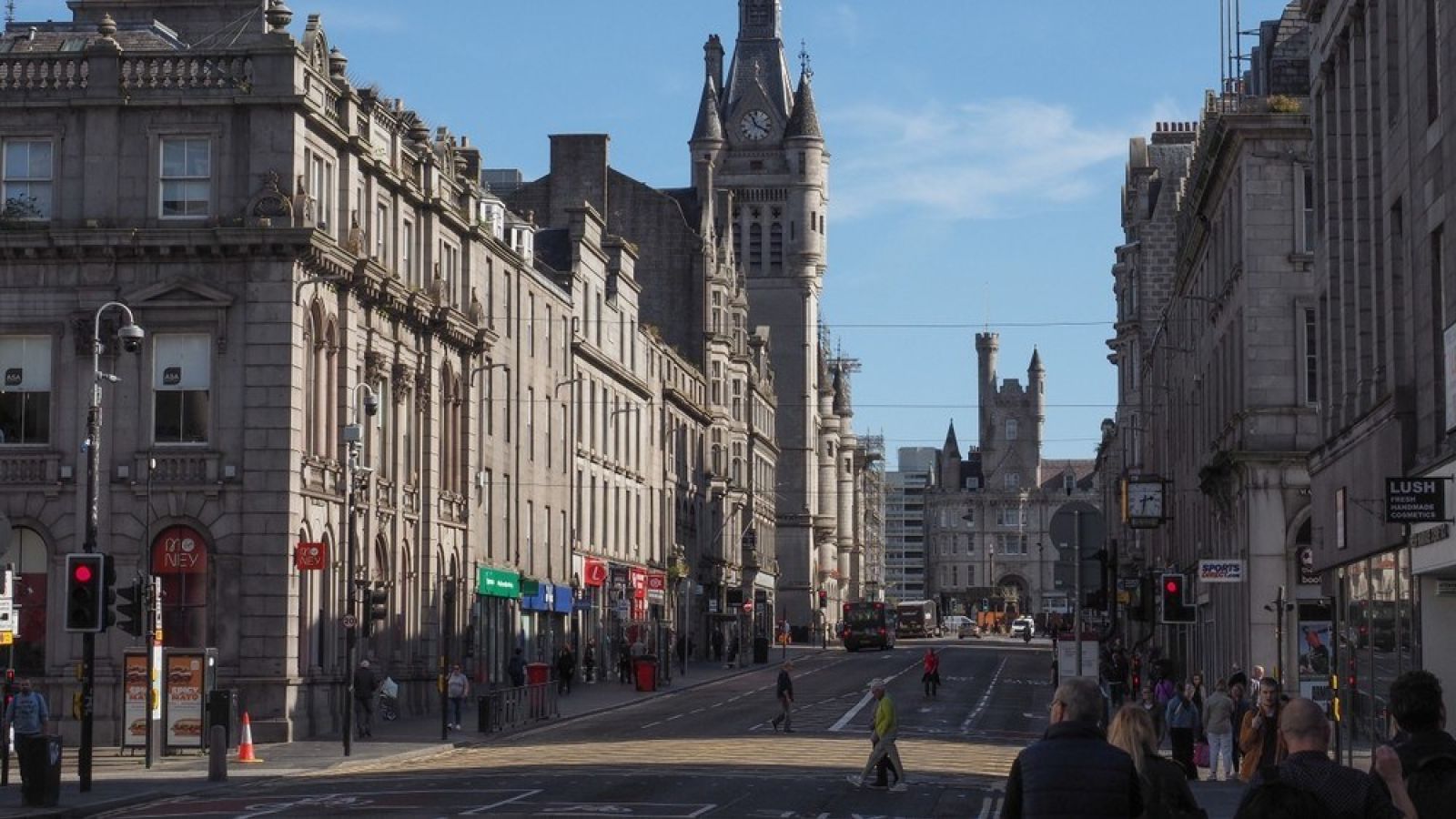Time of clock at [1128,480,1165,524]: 2:32
